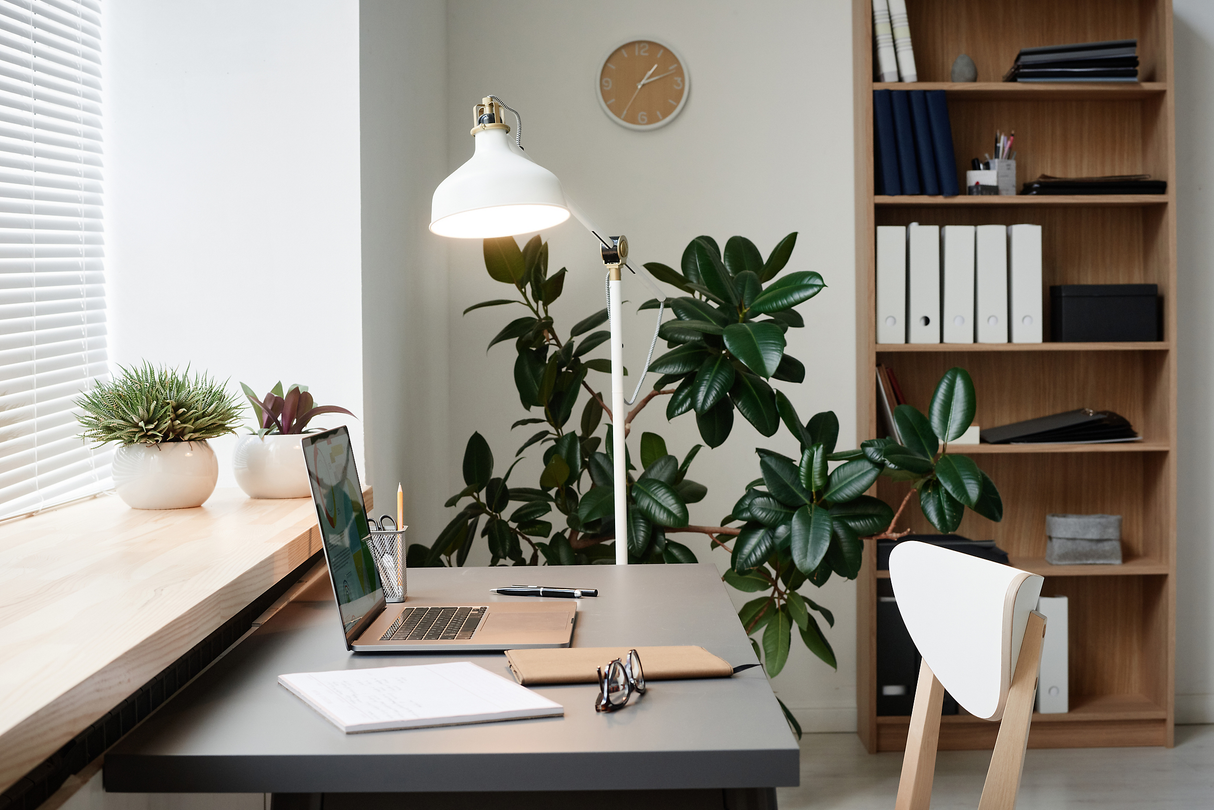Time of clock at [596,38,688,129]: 1:11
